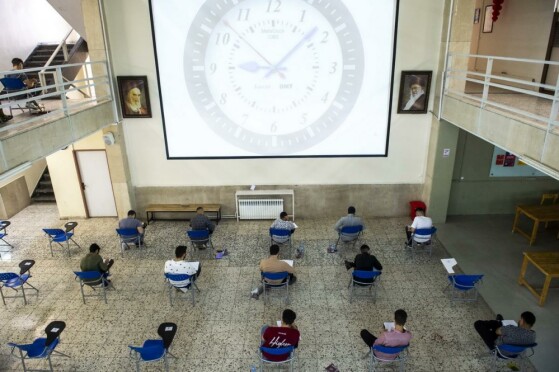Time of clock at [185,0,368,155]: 9:07
